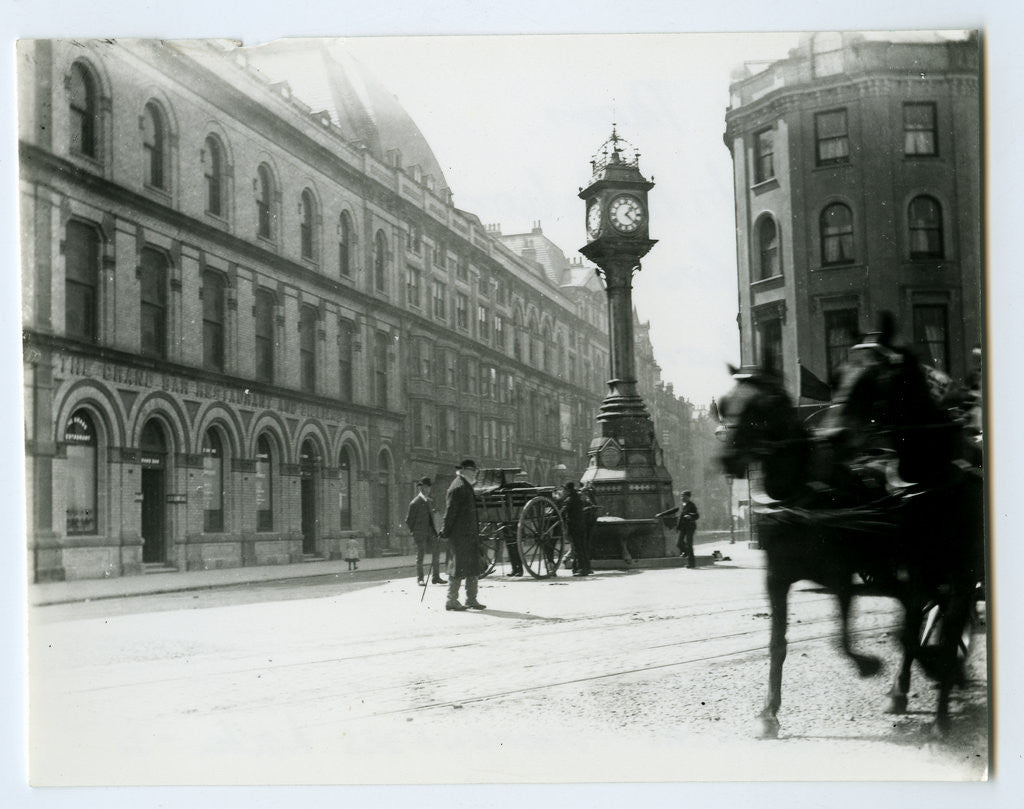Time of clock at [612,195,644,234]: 1:22
